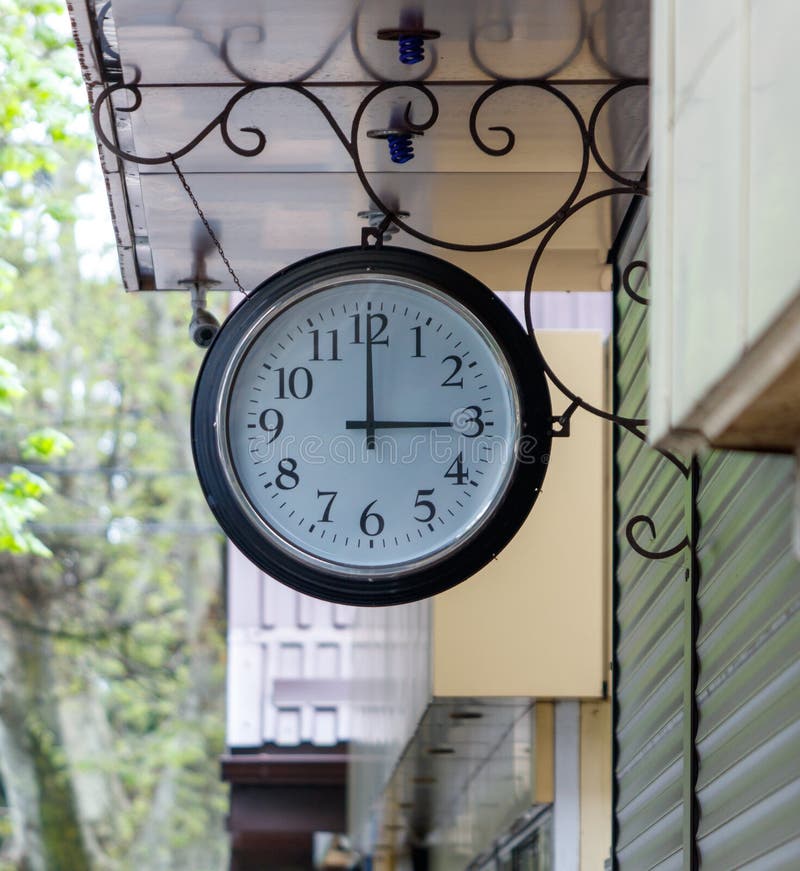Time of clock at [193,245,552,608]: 3:00
